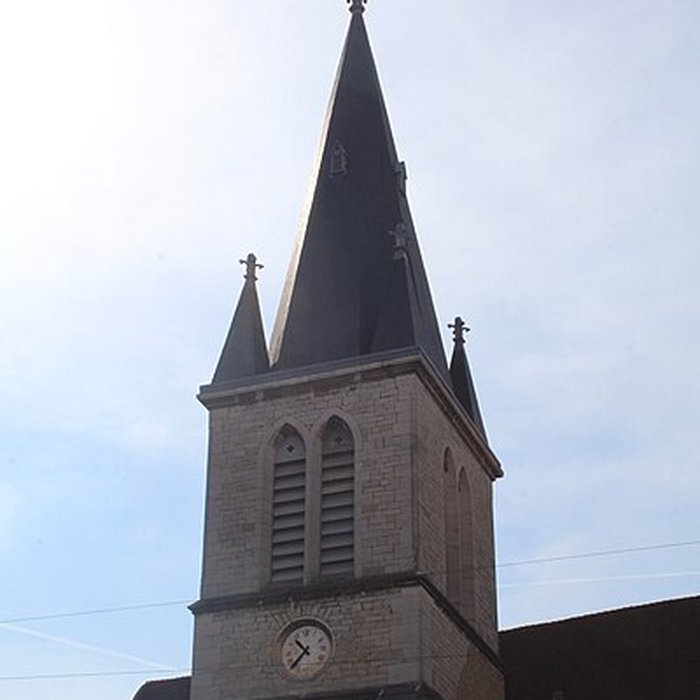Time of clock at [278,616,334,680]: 10:37
